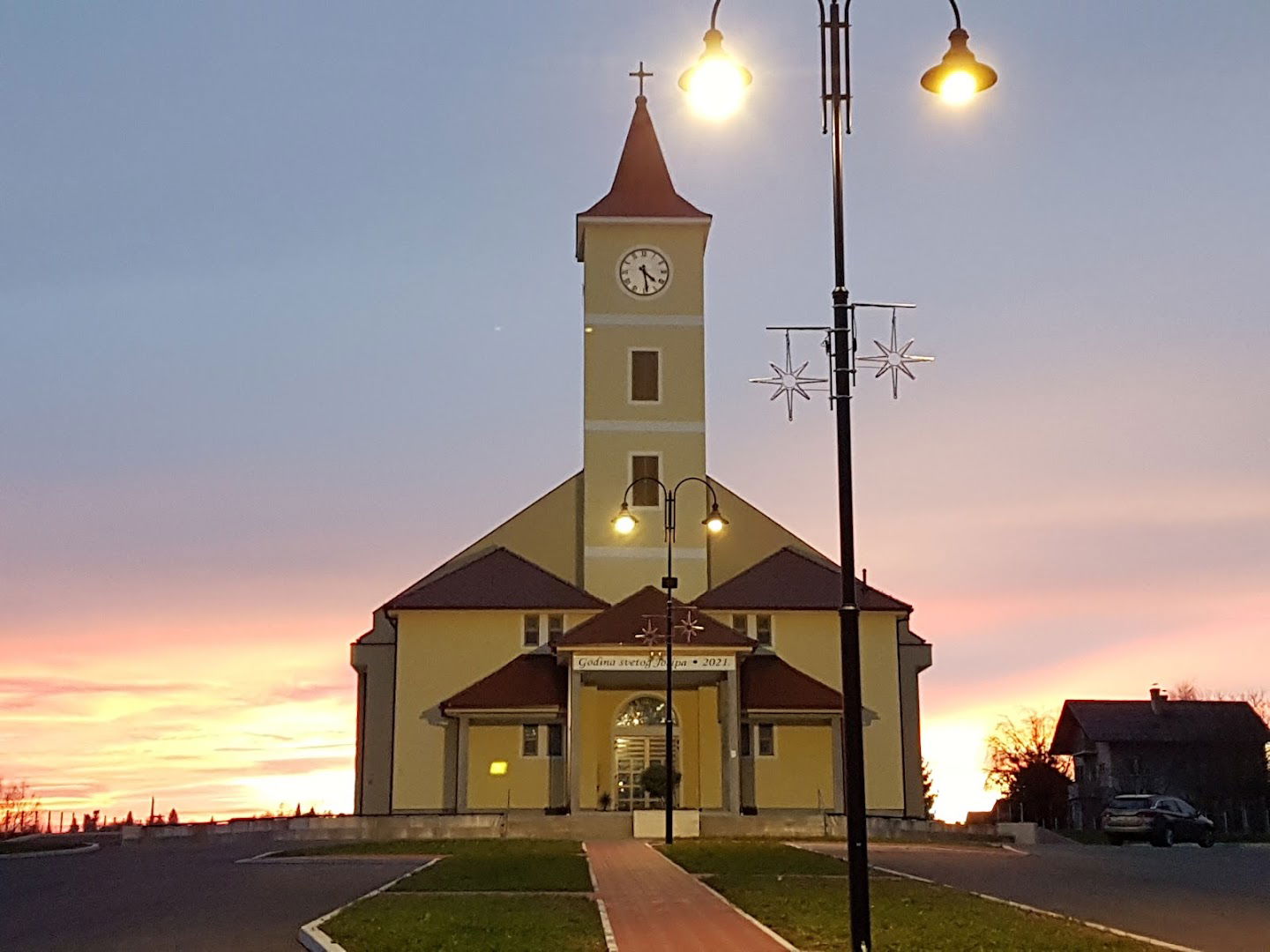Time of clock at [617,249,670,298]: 4:28
